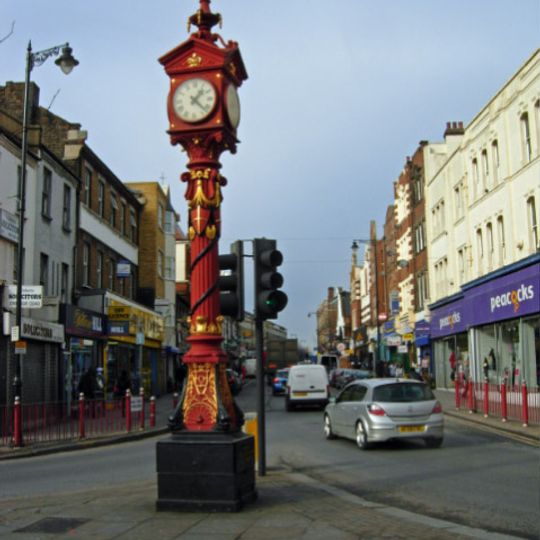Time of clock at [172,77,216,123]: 1:22
